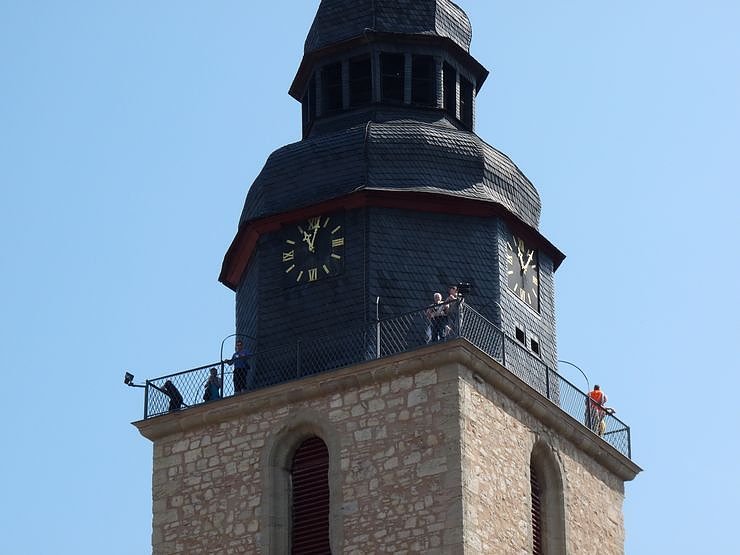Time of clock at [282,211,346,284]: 11:02
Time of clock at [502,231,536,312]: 12:07
